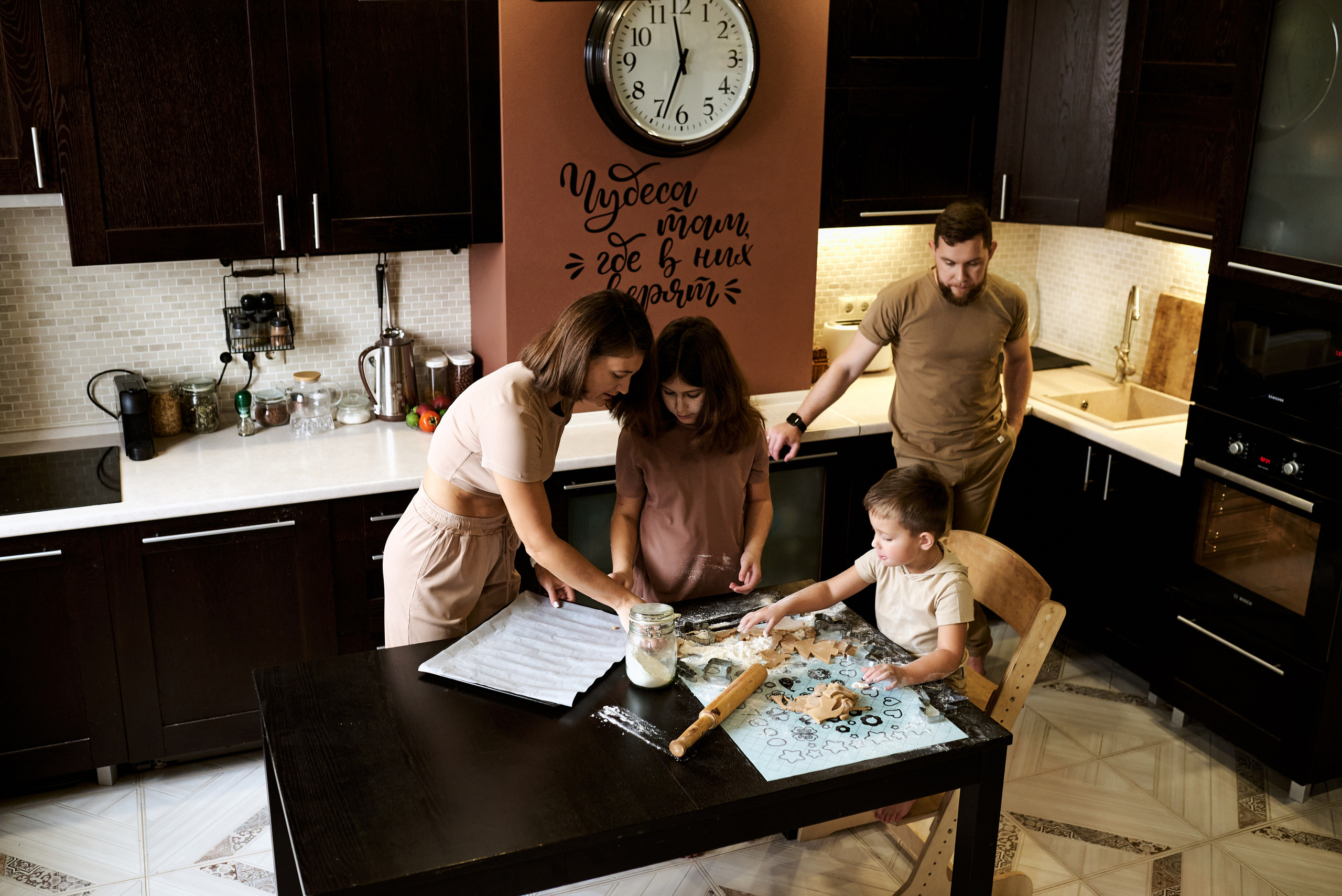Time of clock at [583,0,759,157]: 11:33
